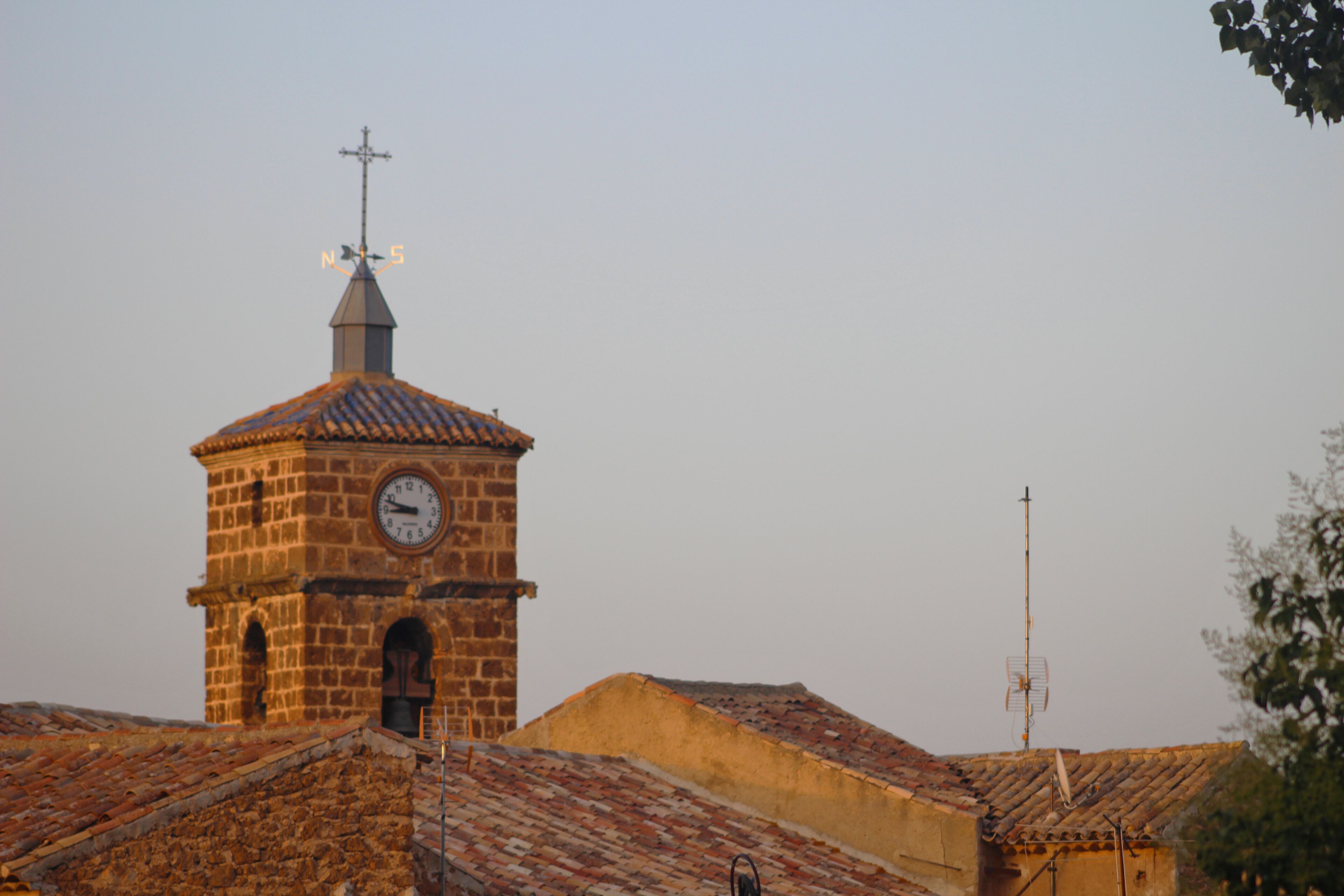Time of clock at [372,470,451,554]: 8:47
